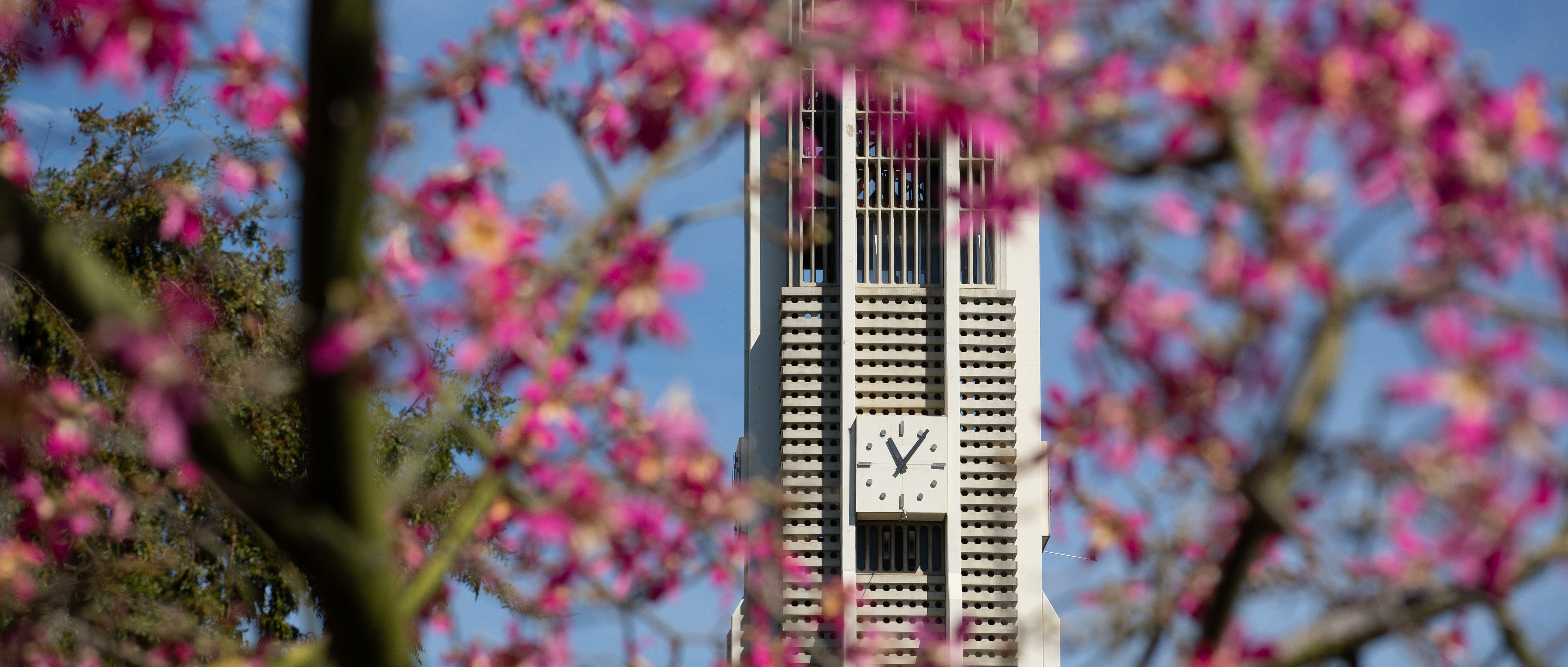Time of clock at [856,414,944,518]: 11:06
